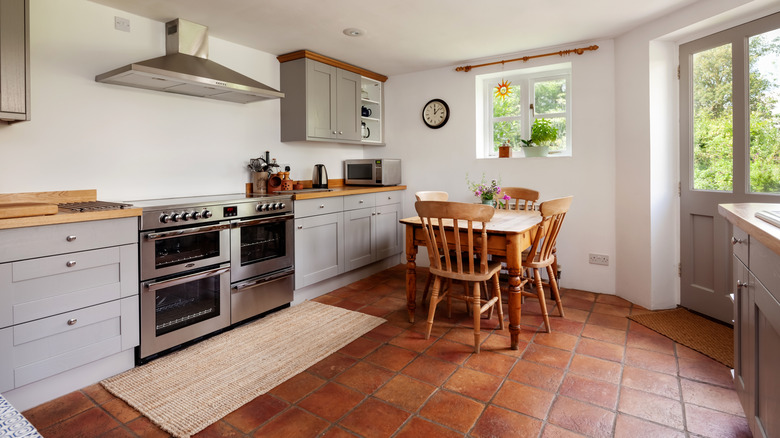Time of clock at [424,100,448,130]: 12:07
